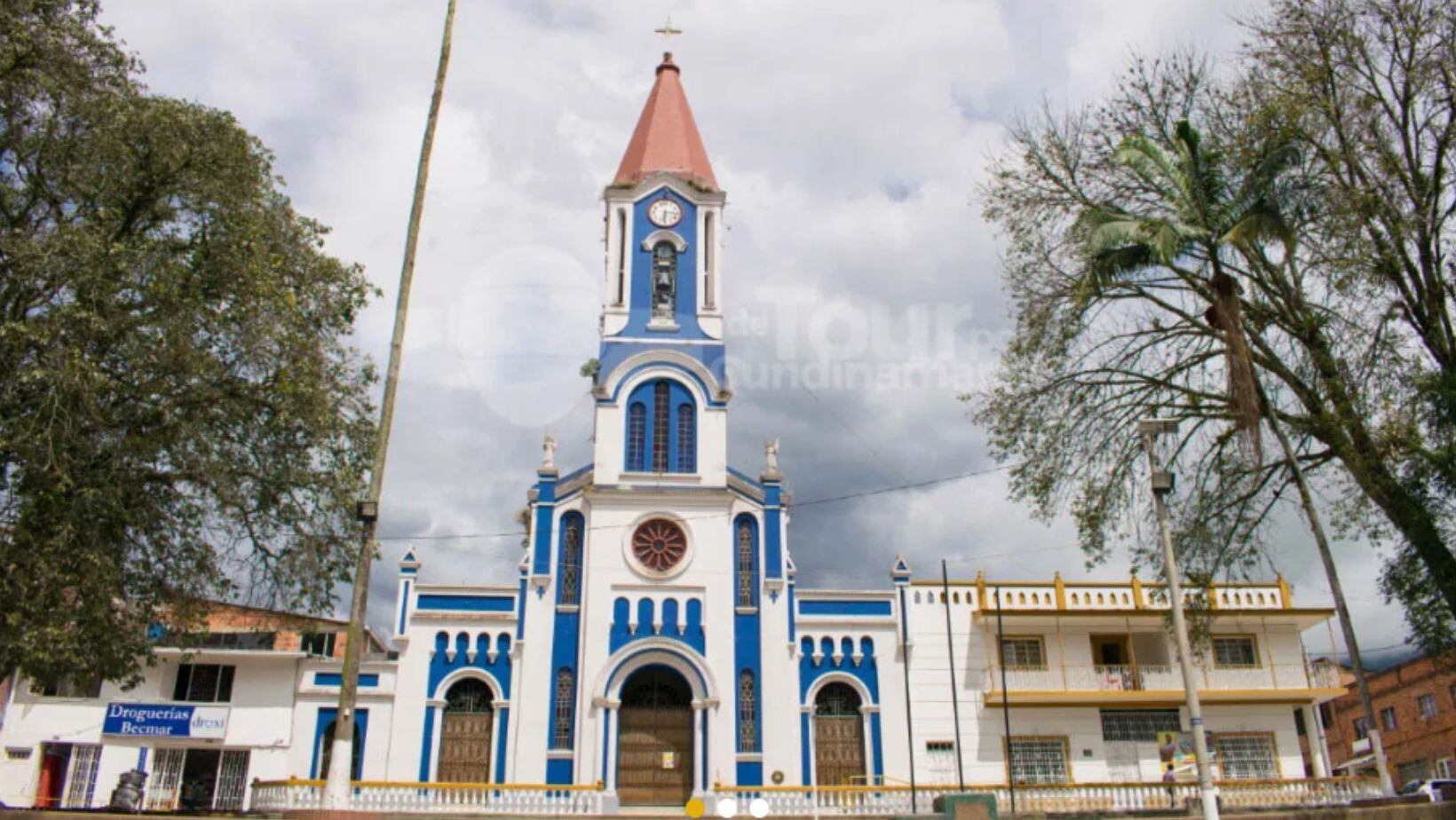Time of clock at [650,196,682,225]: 6:15
